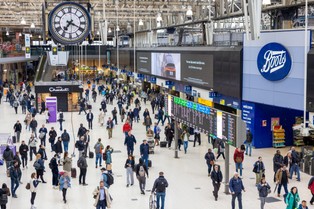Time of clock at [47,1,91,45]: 7:19
